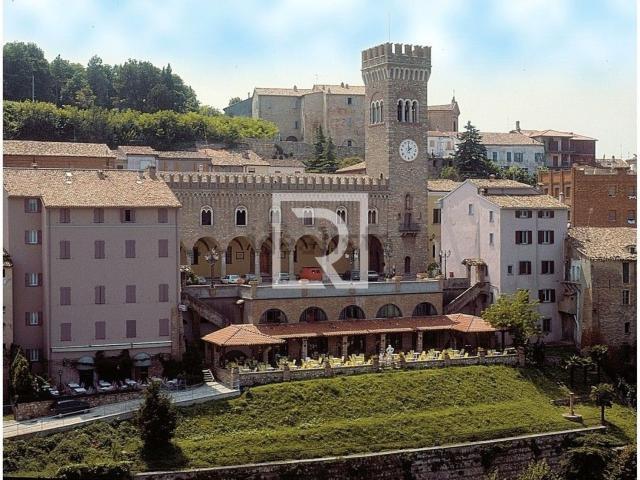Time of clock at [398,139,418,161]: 1:59
